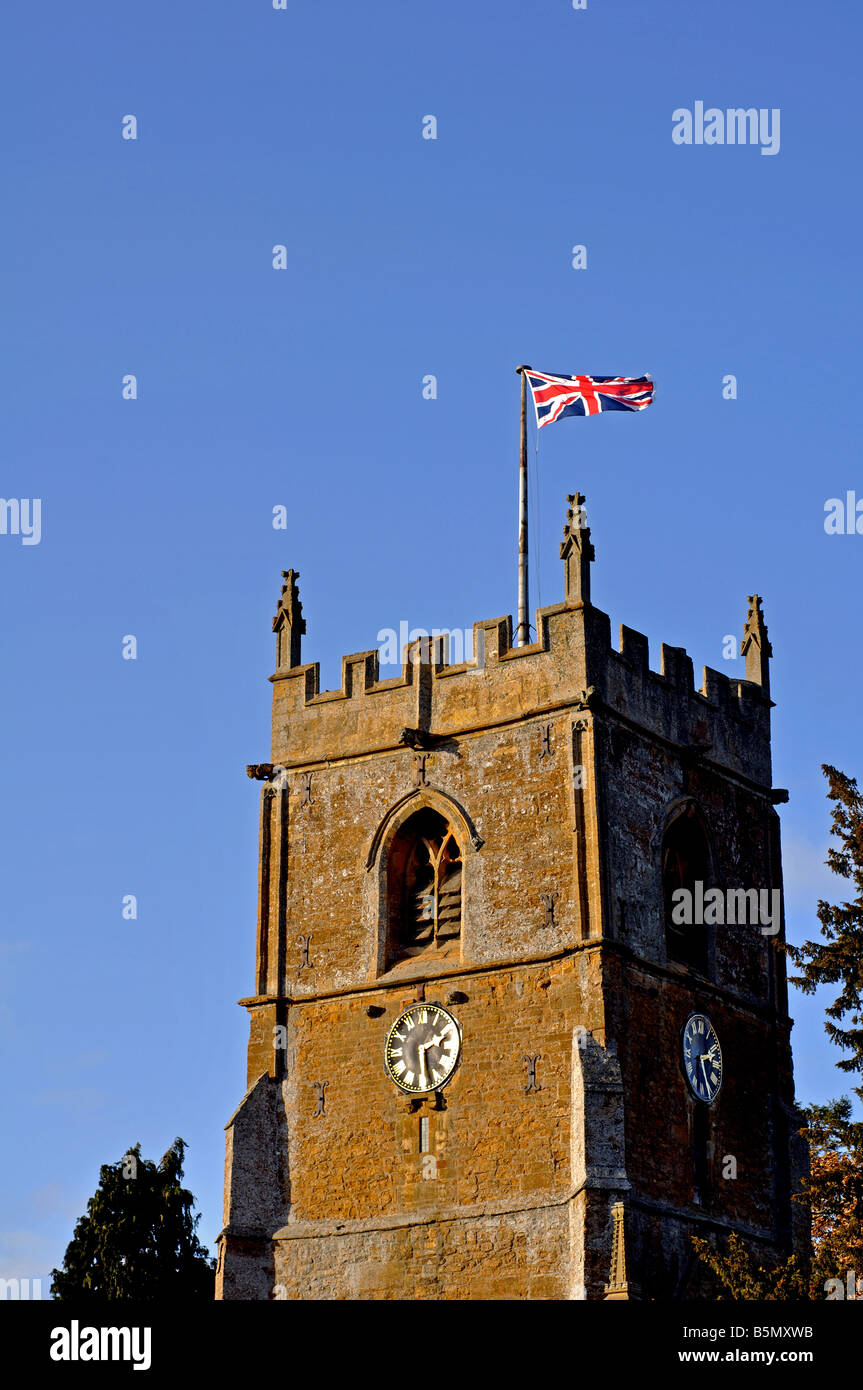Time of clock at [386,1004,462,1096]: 2:27
